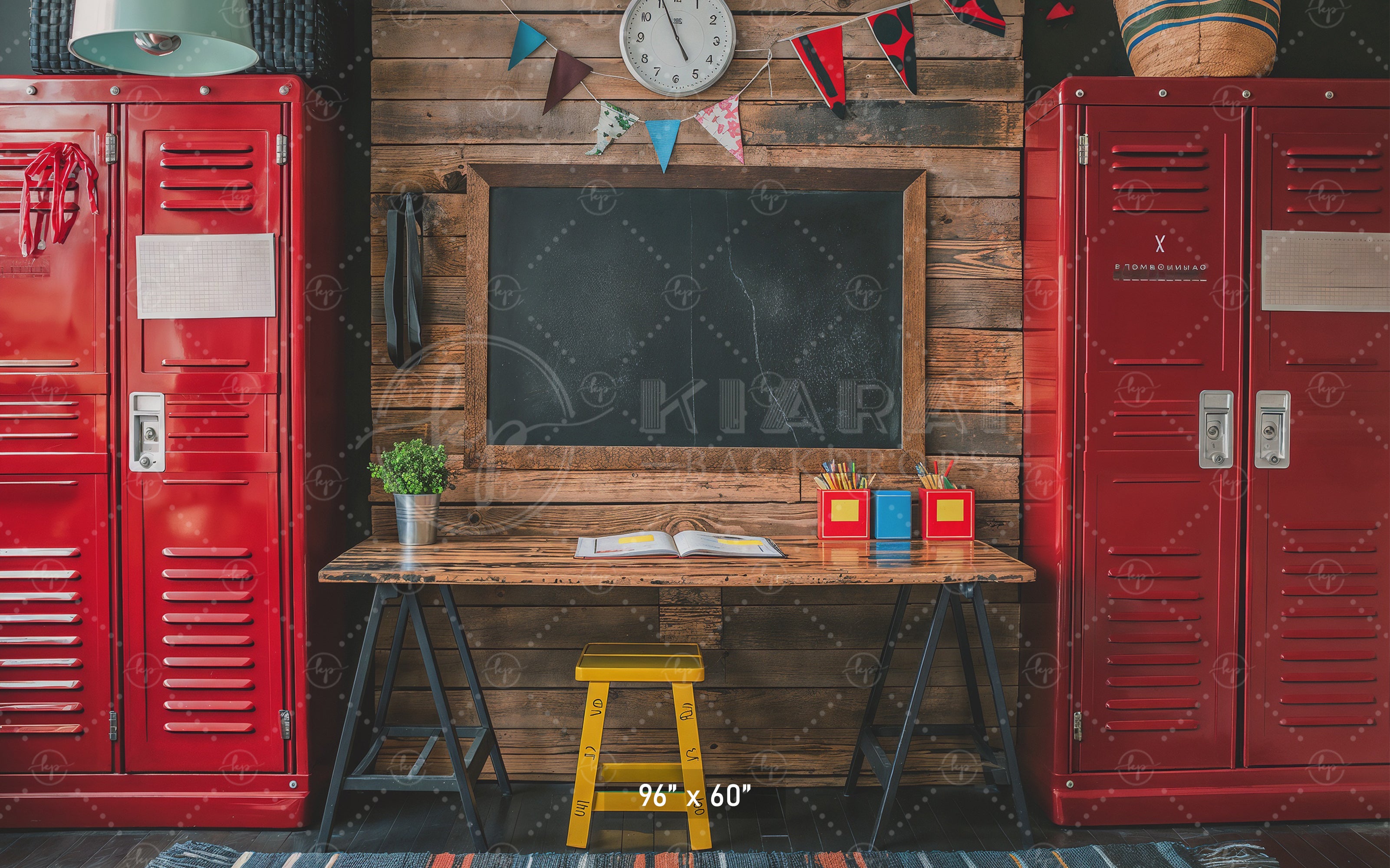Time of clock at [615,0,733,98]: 4:56
